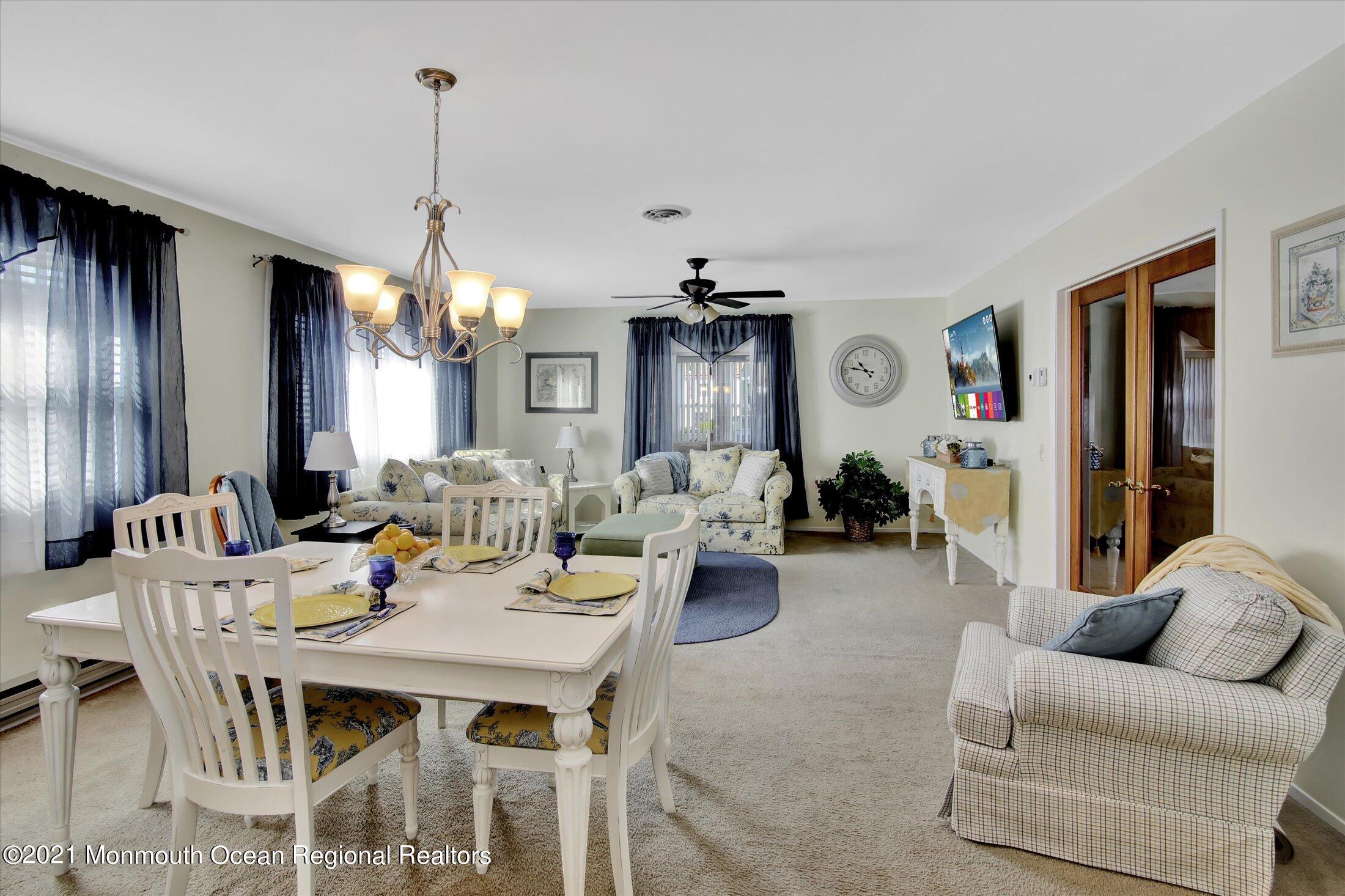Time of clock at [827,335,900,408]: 10:47
